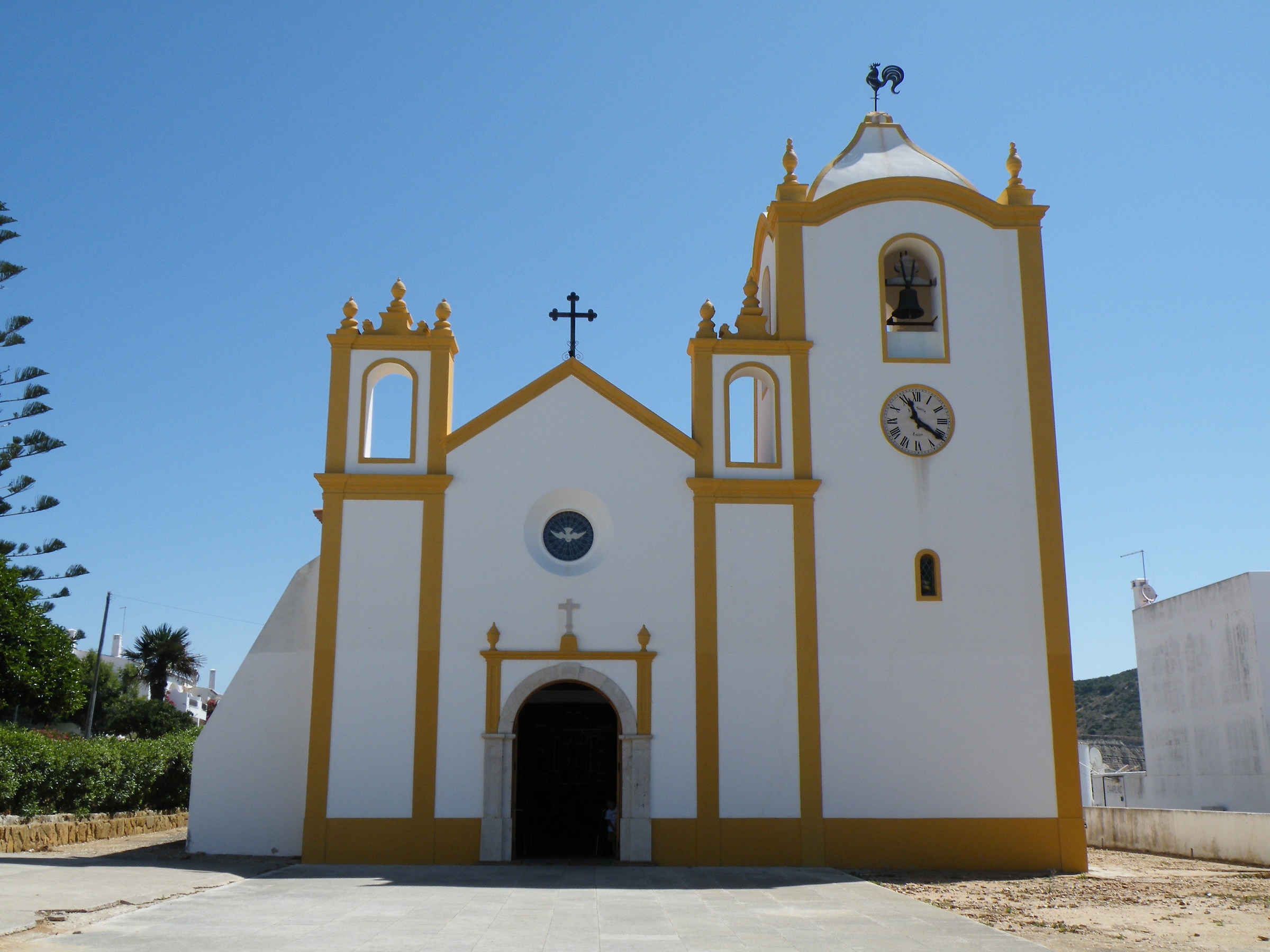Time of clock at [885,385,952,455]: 11:20
